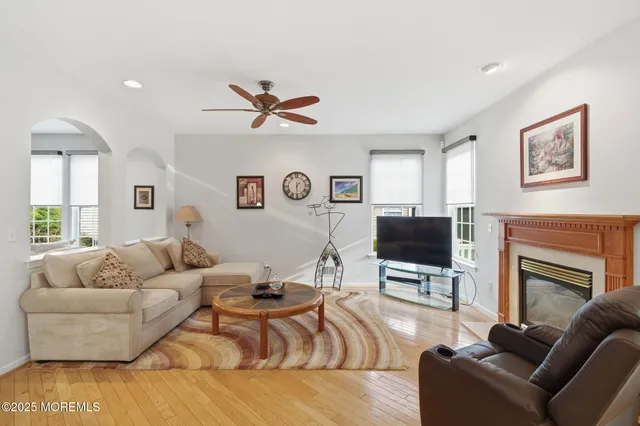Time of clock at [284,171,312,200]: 1:29
